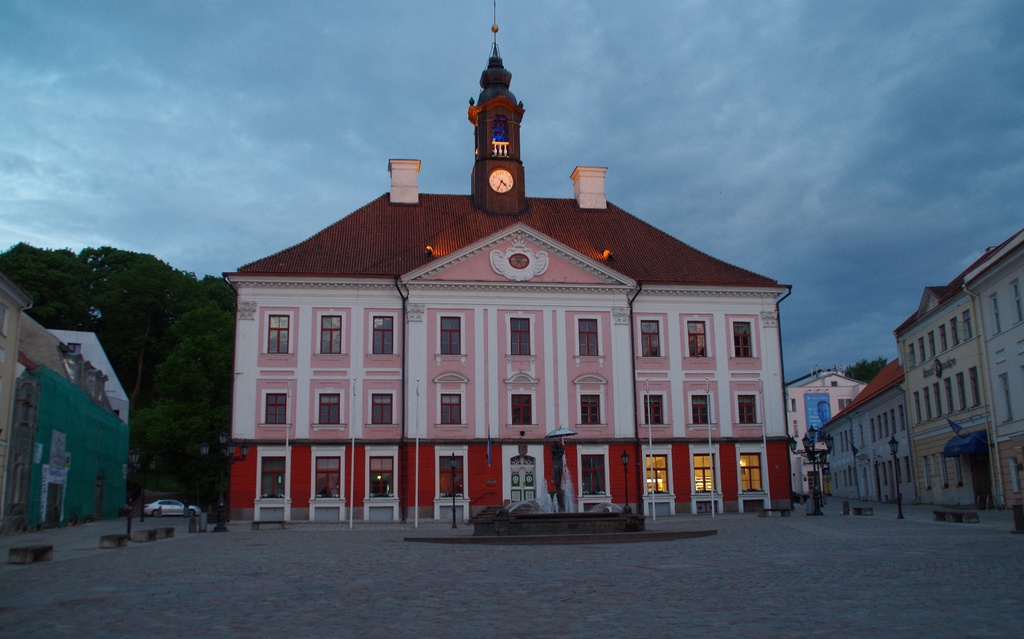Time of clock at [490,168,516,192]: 4:34
